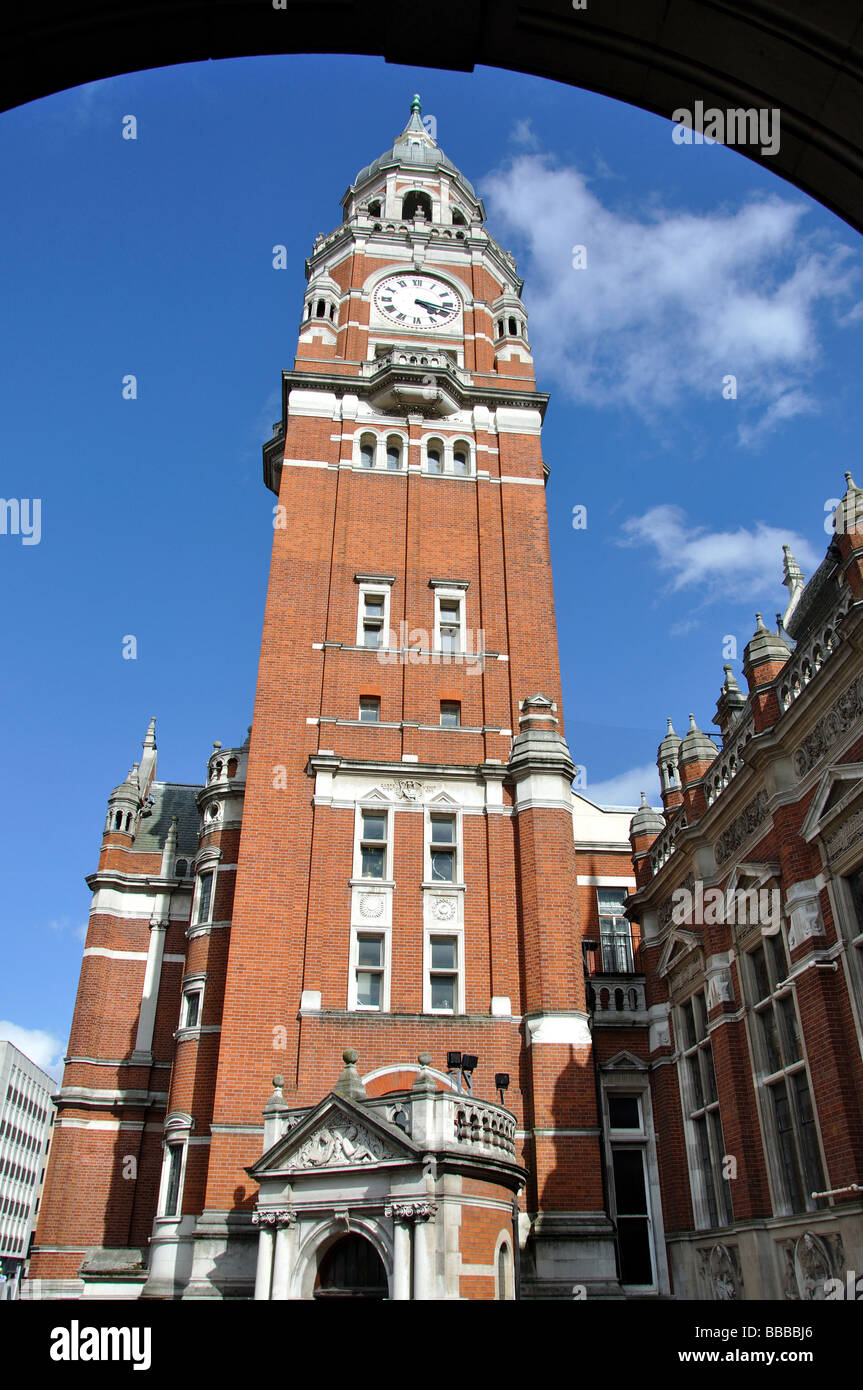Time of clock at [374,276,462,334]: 4:17
